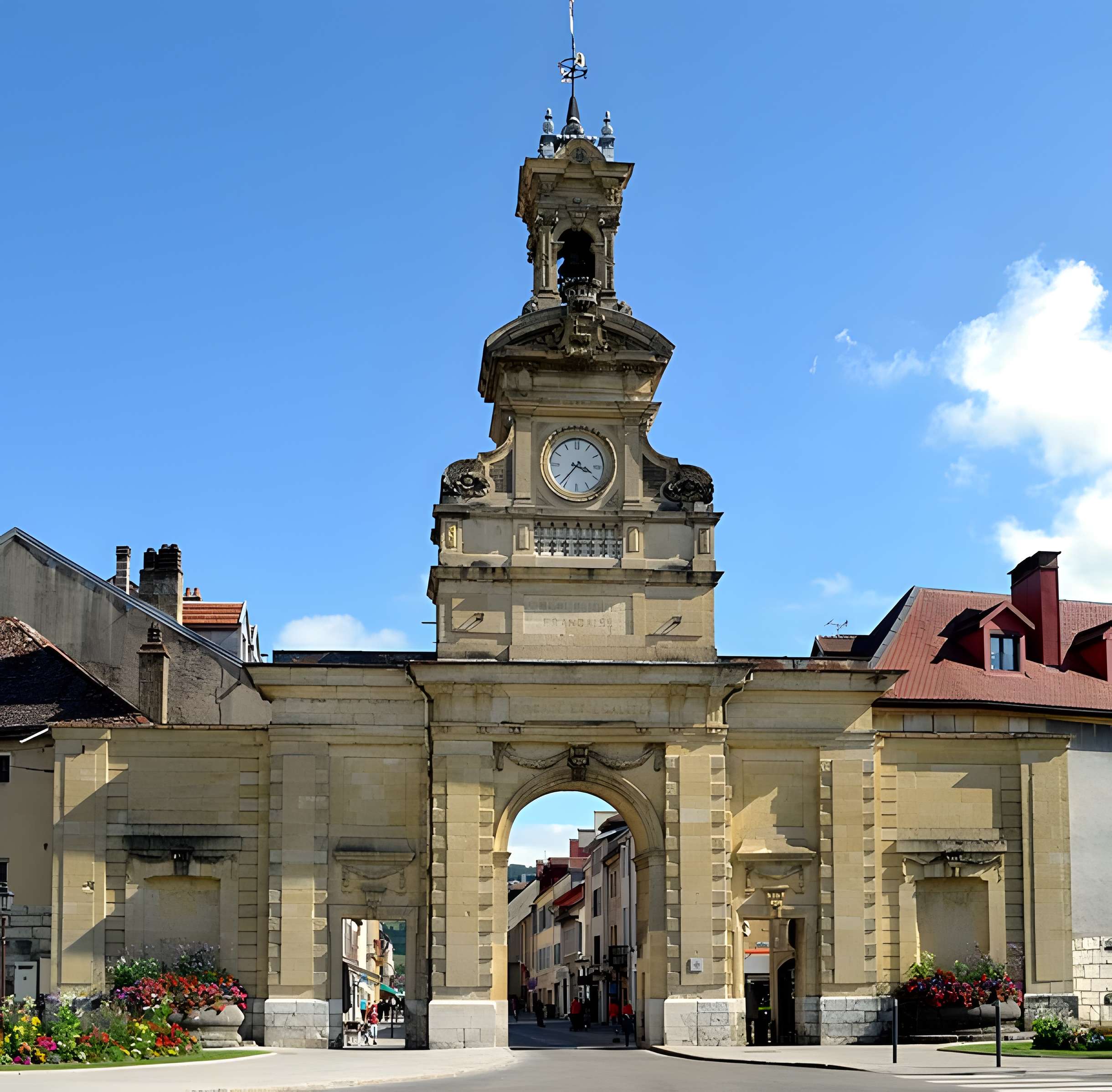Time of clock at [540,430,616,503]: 3:36
